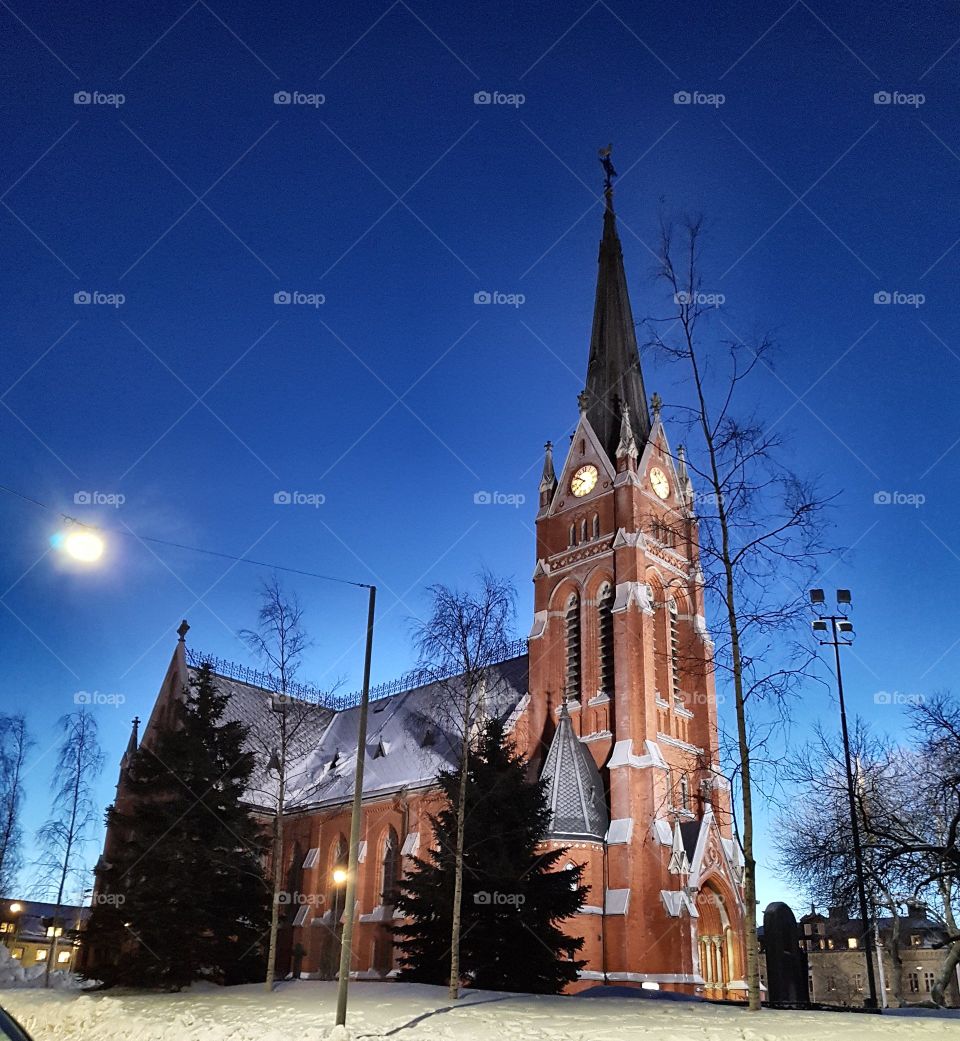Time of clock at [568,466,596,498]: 7:51
